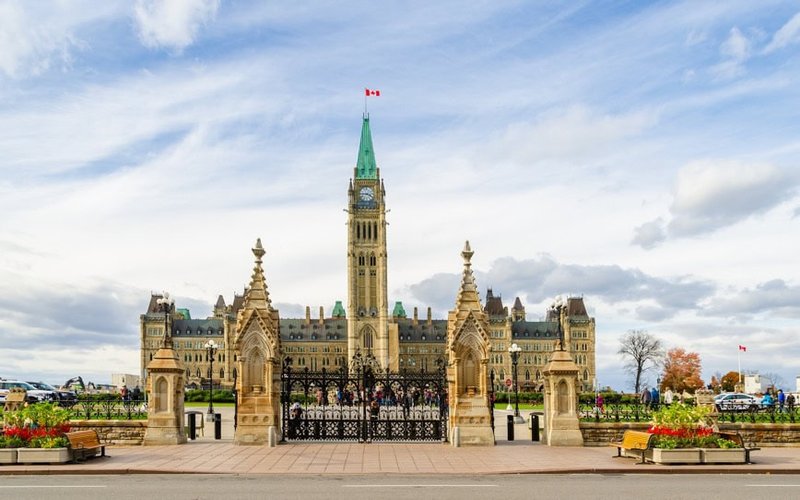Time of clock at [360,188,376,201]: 3:45
